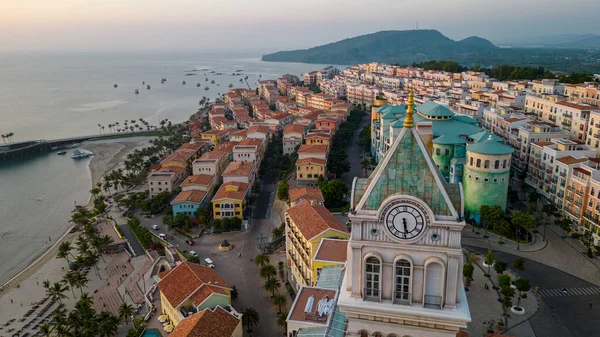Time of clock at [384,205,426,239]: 5:29
